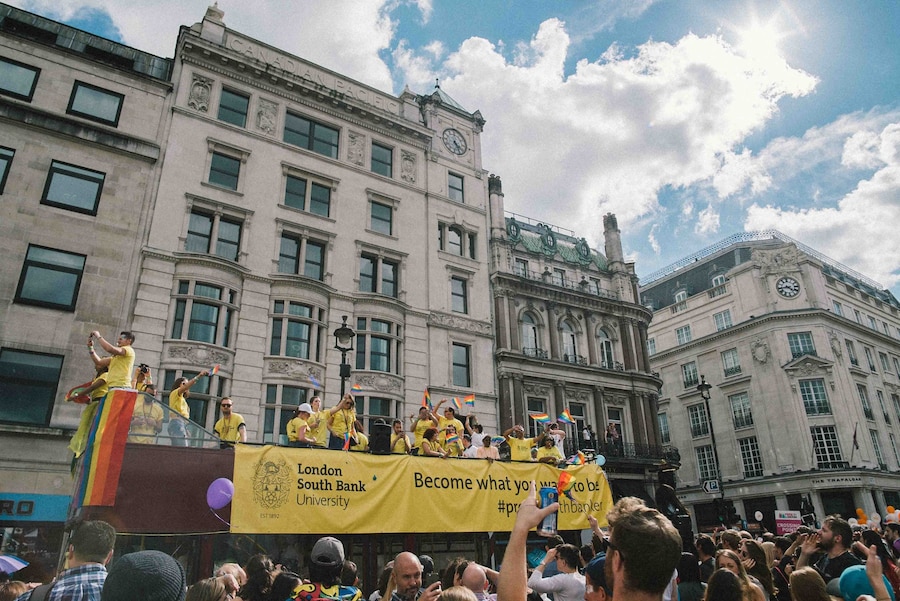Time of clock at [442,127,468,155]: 4:26
